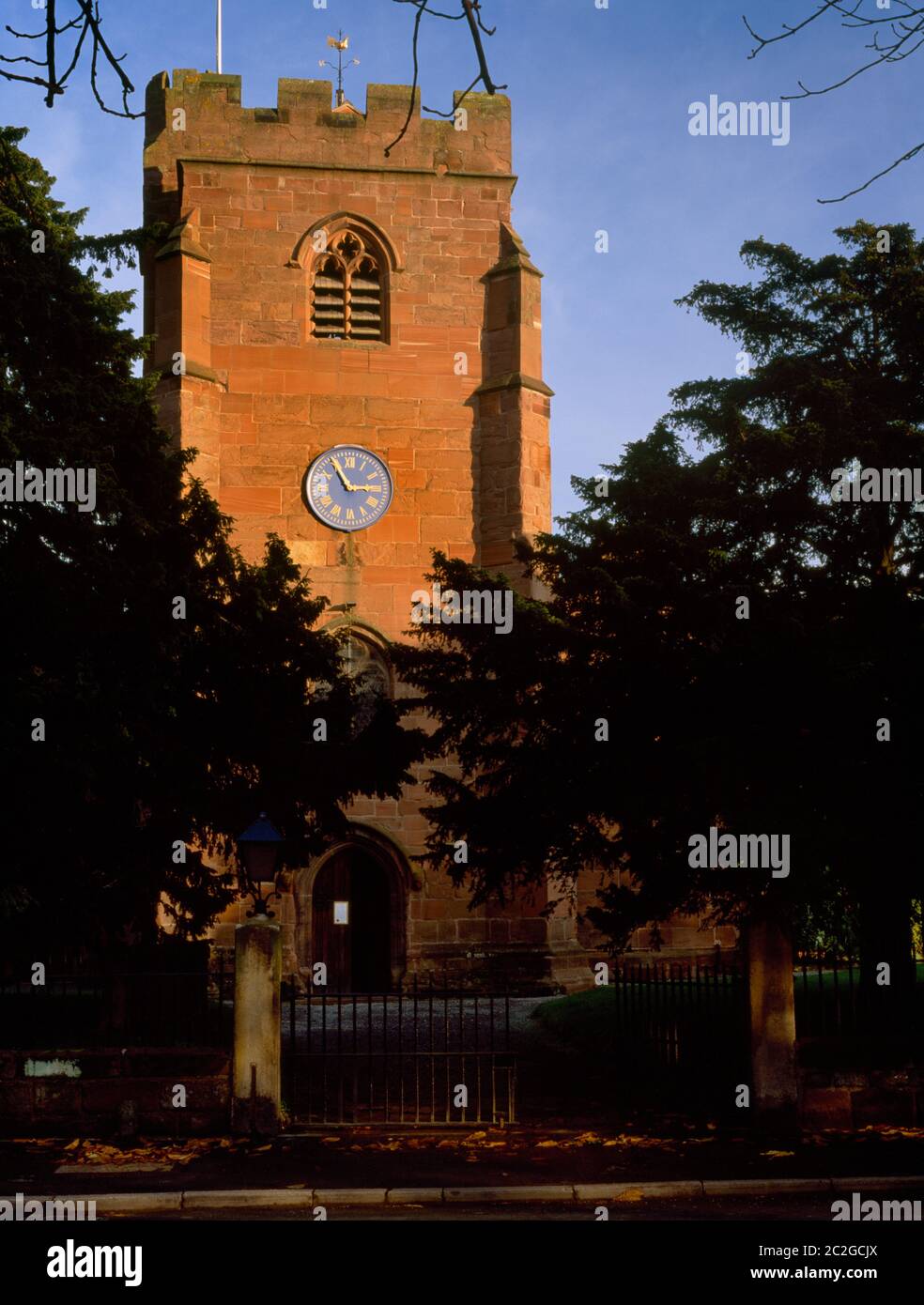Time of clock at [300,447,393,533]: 2:54
